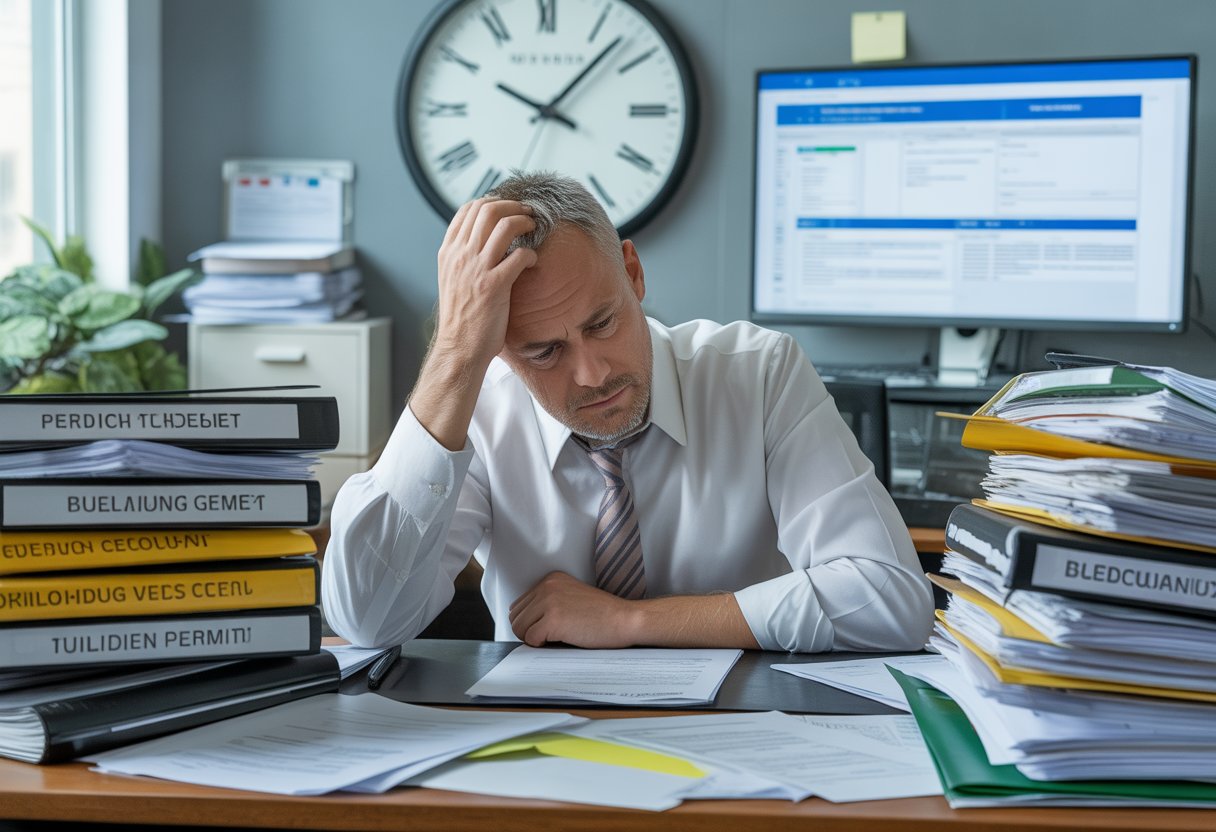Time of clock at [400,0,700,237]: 10:07
